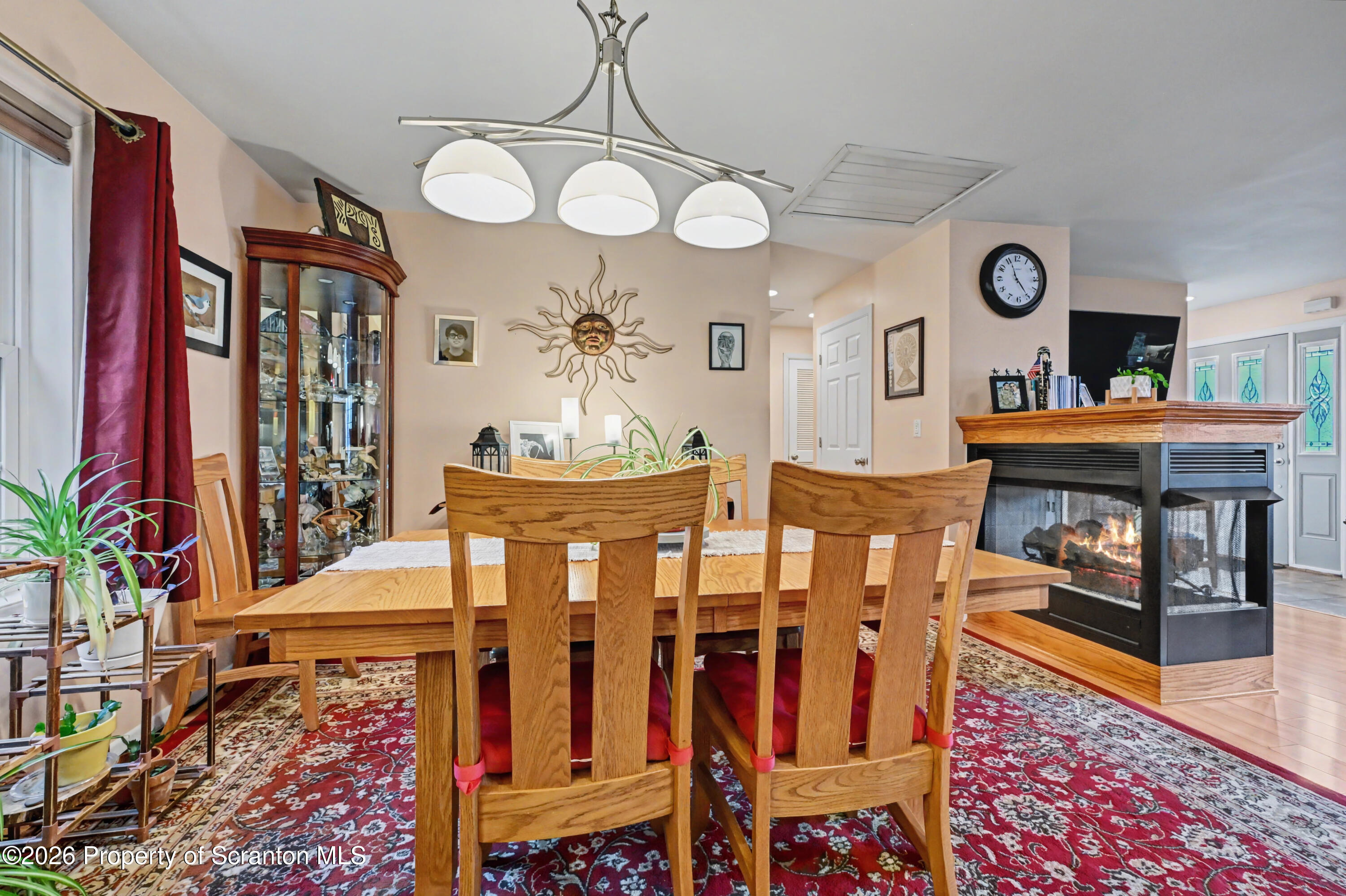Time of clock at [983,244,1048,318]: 4:56
